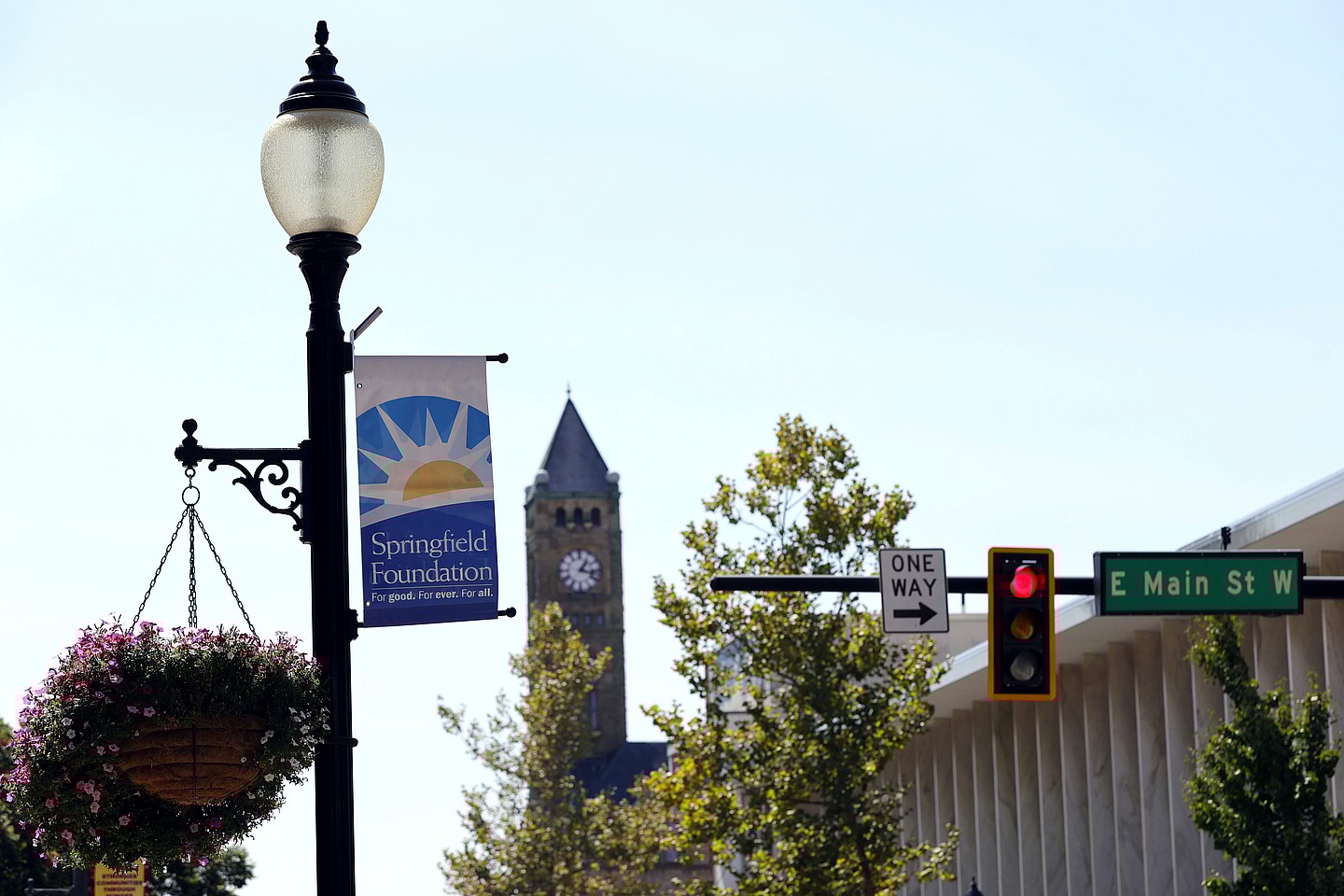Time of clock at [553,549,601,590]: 1:17
